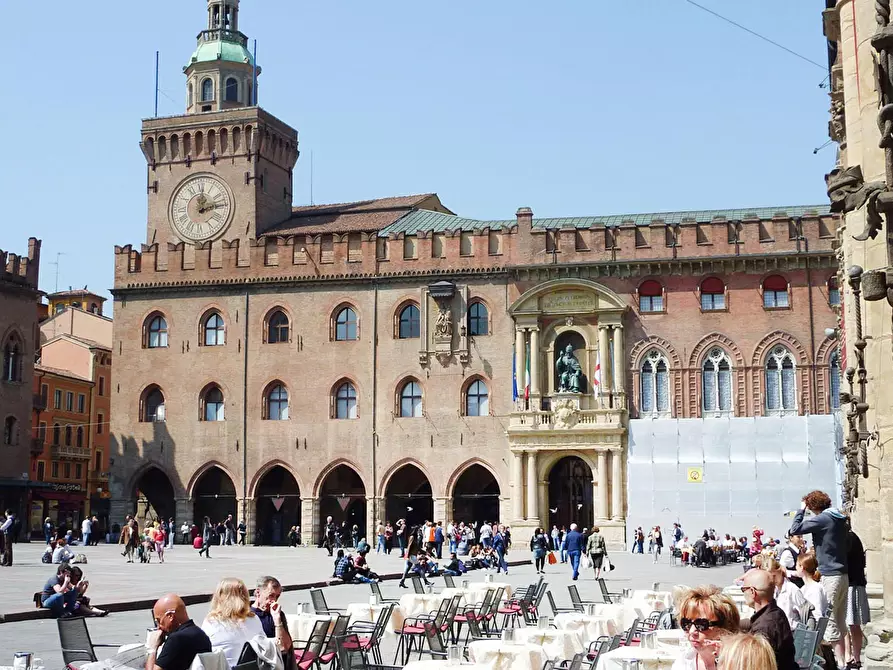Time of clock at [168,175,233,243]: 12:13
